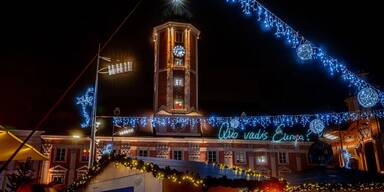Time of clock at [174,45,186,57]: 7:13
